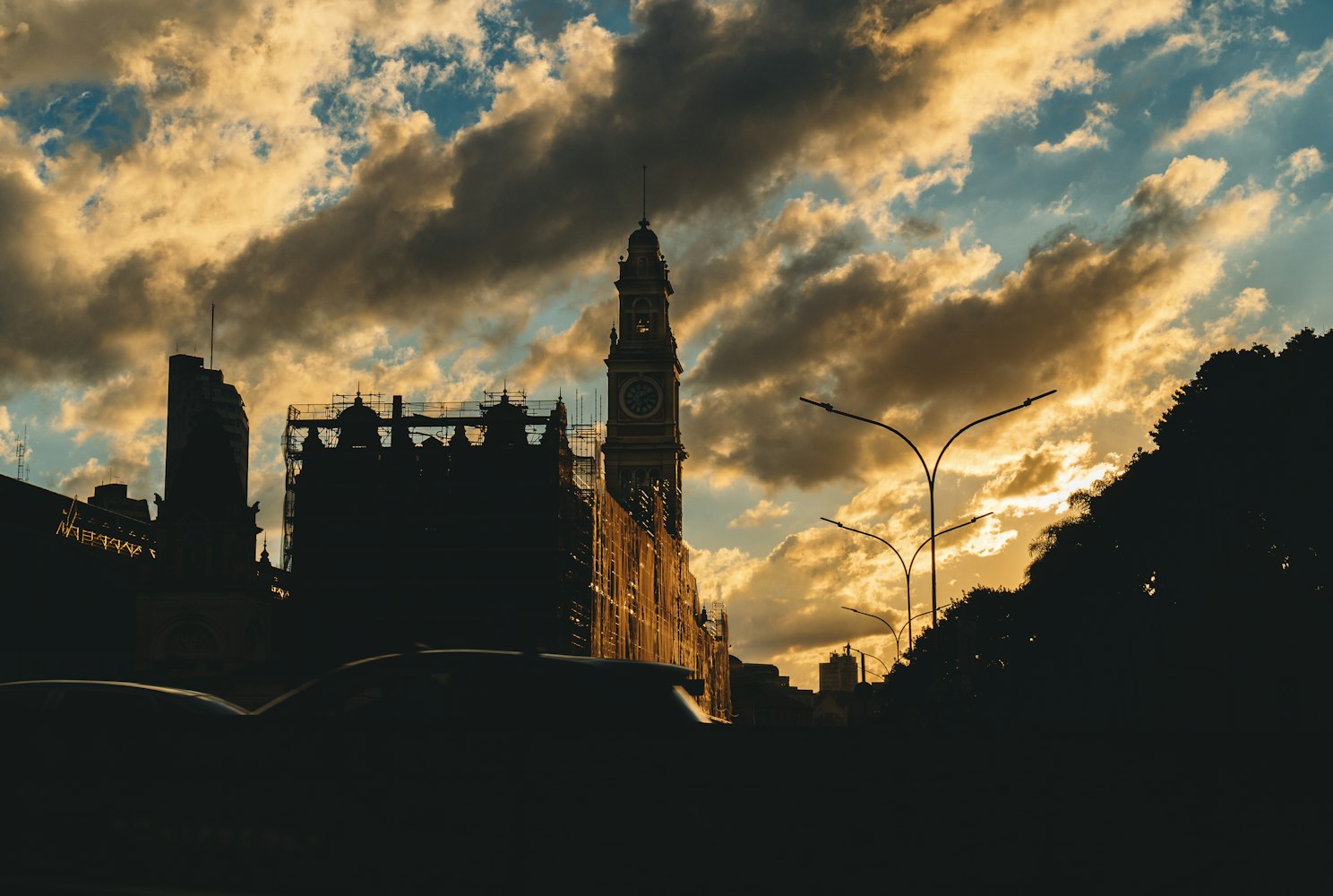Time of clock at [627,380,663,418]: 5:11
